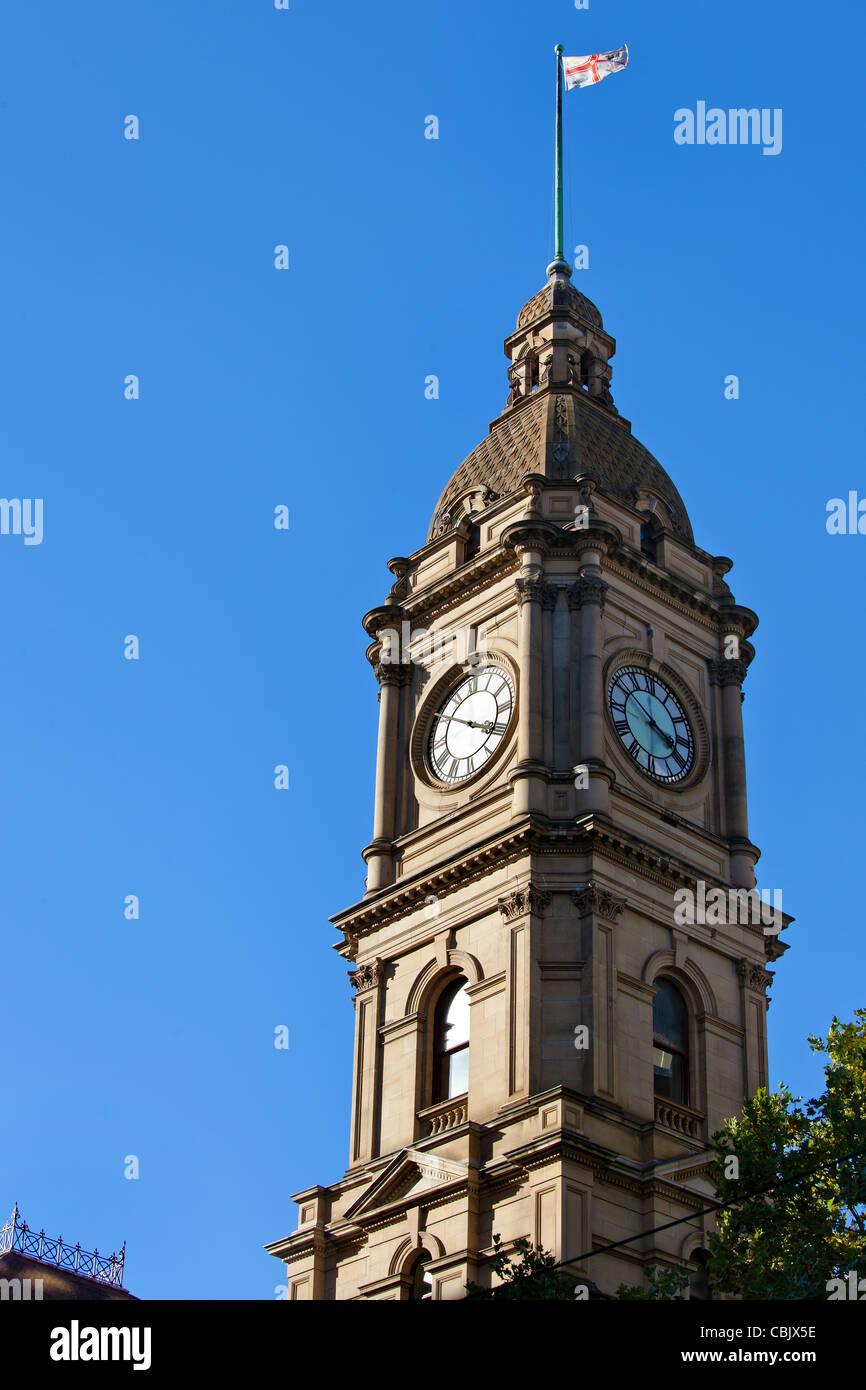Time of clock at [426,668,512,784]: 3:50
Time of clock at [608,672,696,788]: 3:50
